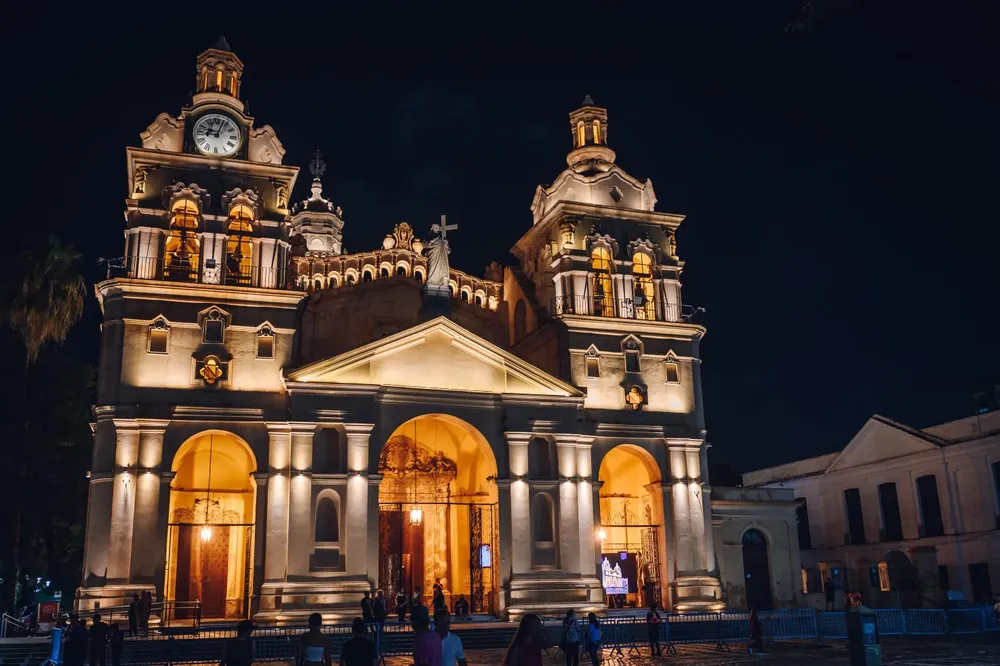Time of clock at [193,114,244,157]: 9:03
